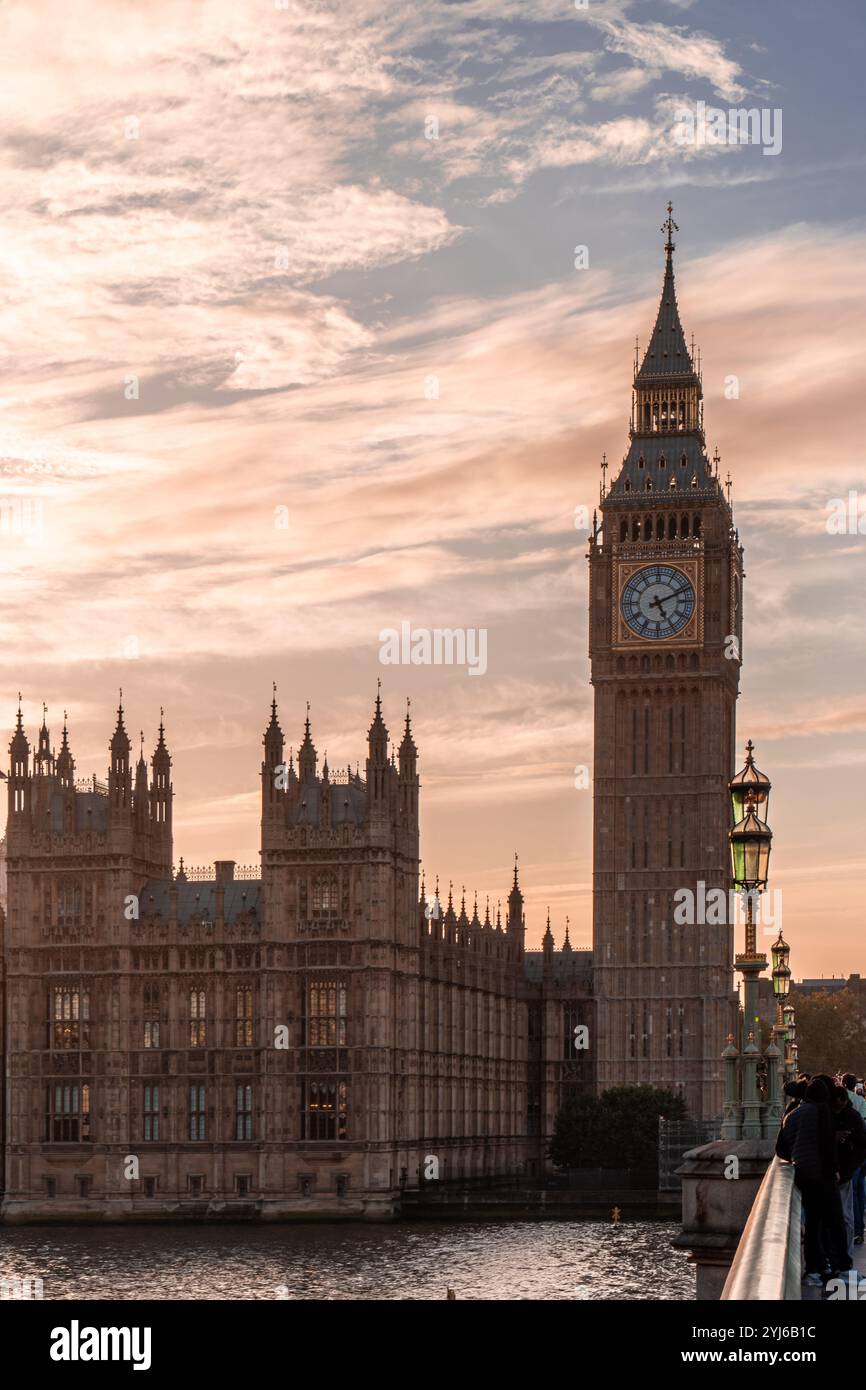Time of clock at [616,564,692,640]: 5:11
